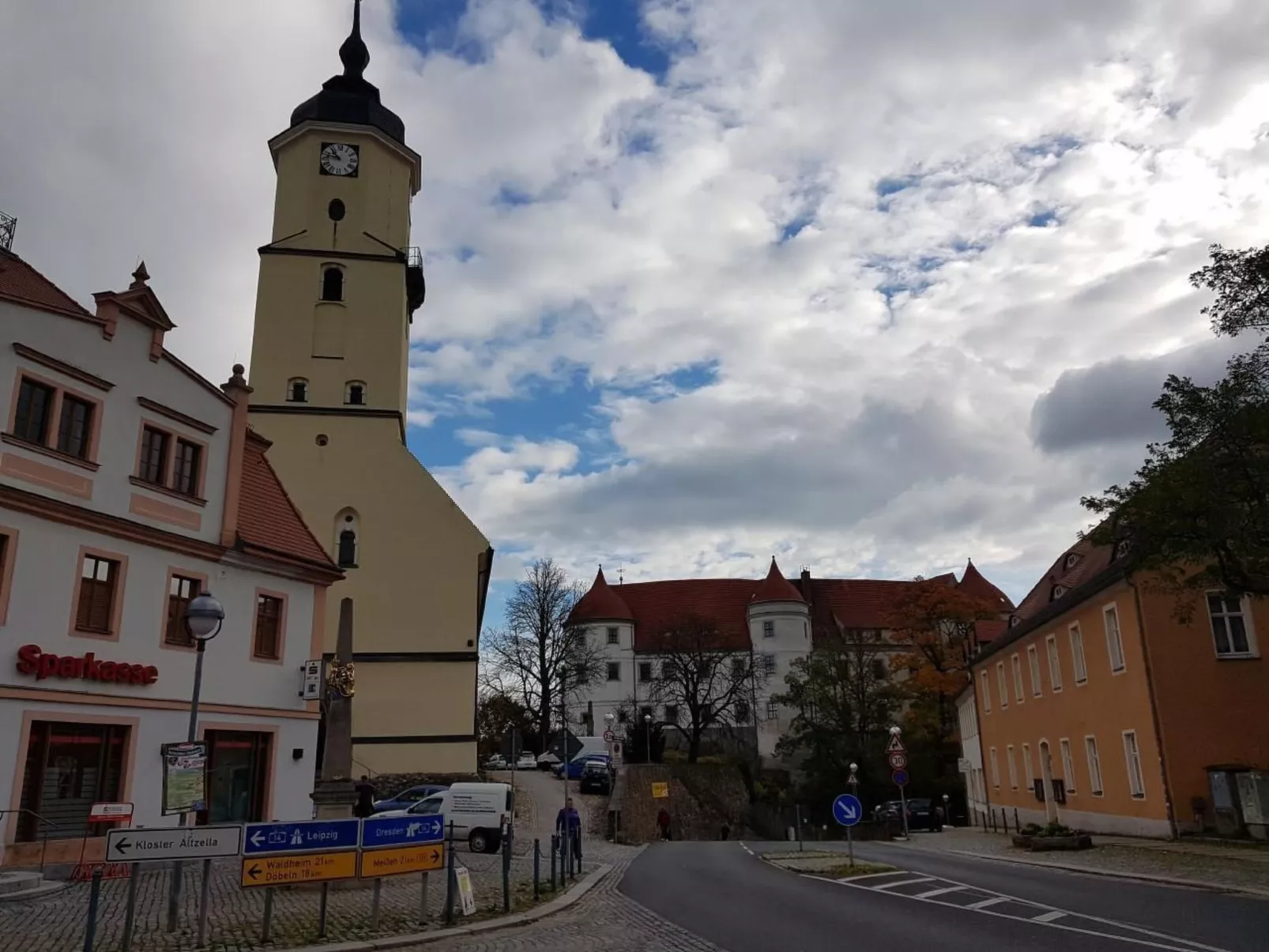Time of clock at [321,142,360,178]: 10:47
